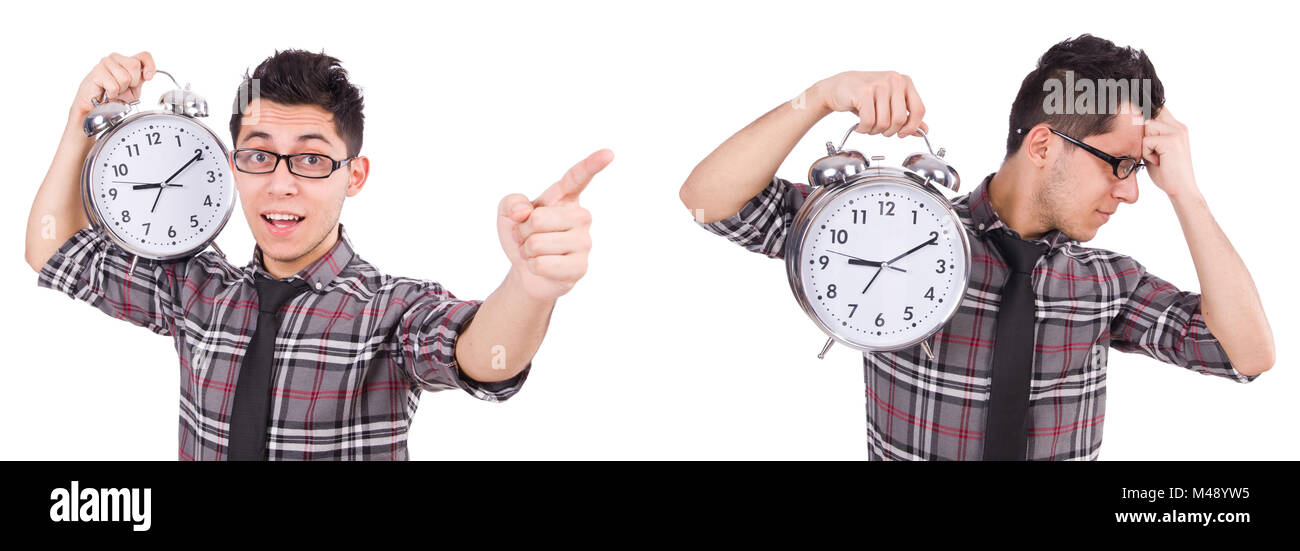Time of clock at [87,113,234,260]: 9:10
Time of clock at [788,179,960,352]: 9:10
